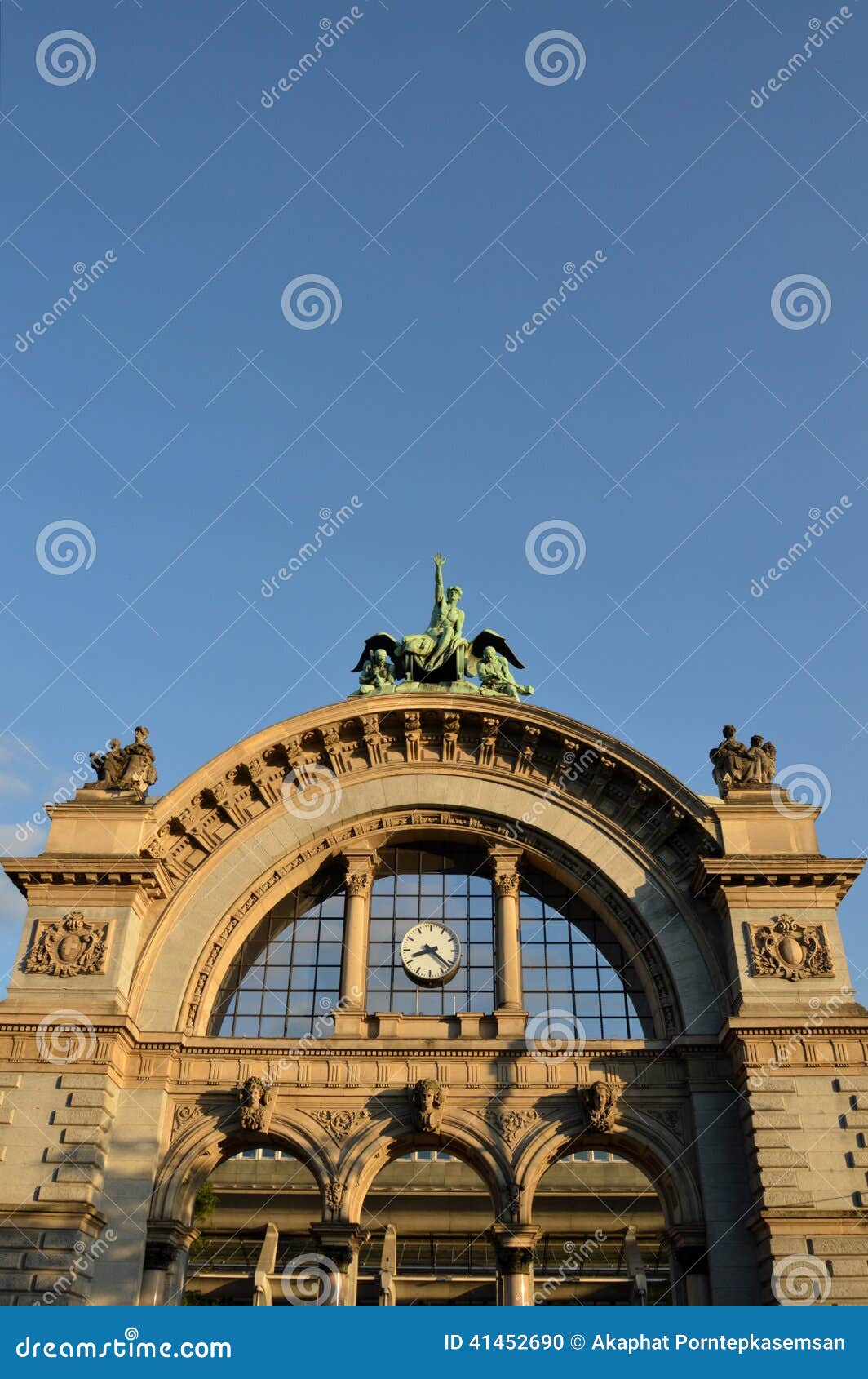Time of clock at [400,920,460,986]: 8:21
